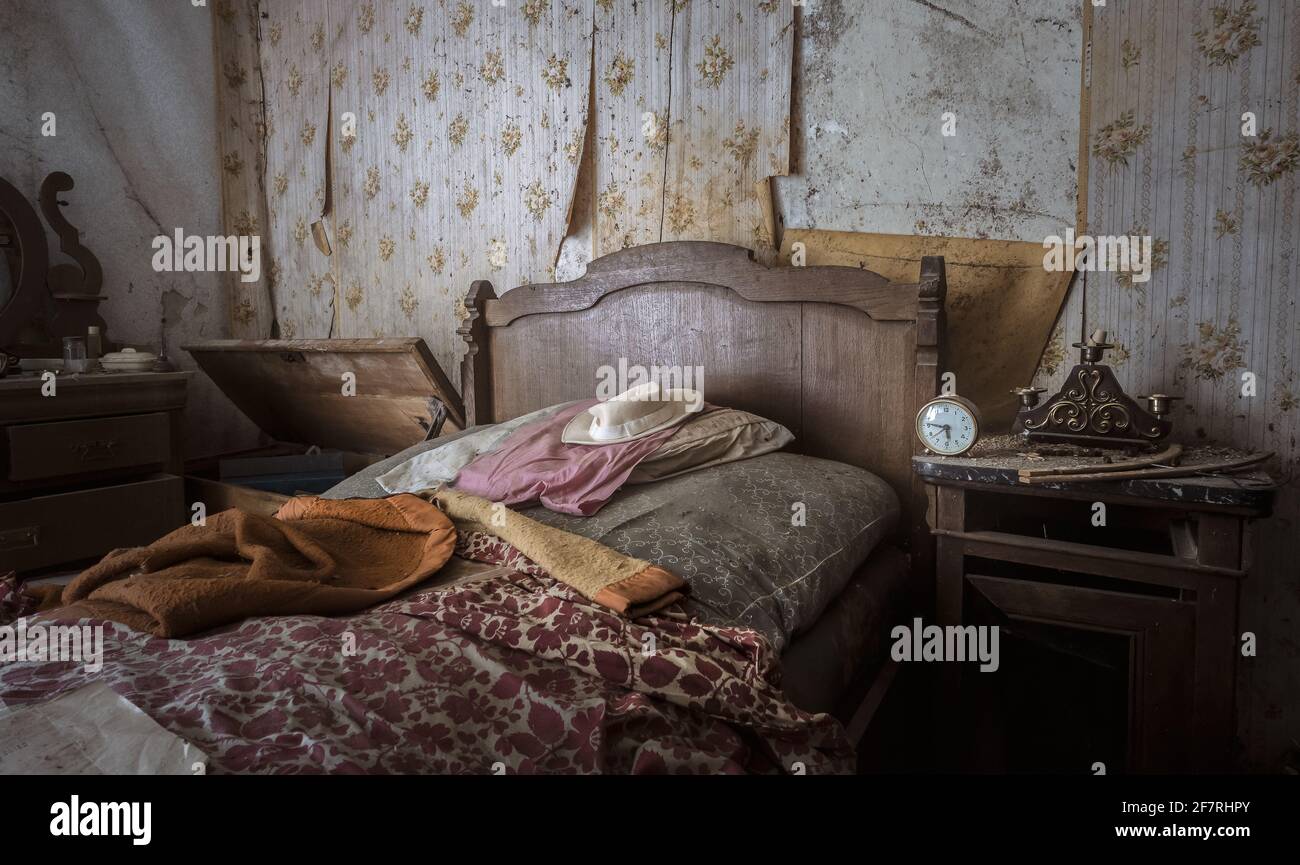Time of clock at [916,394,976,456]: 5:46
